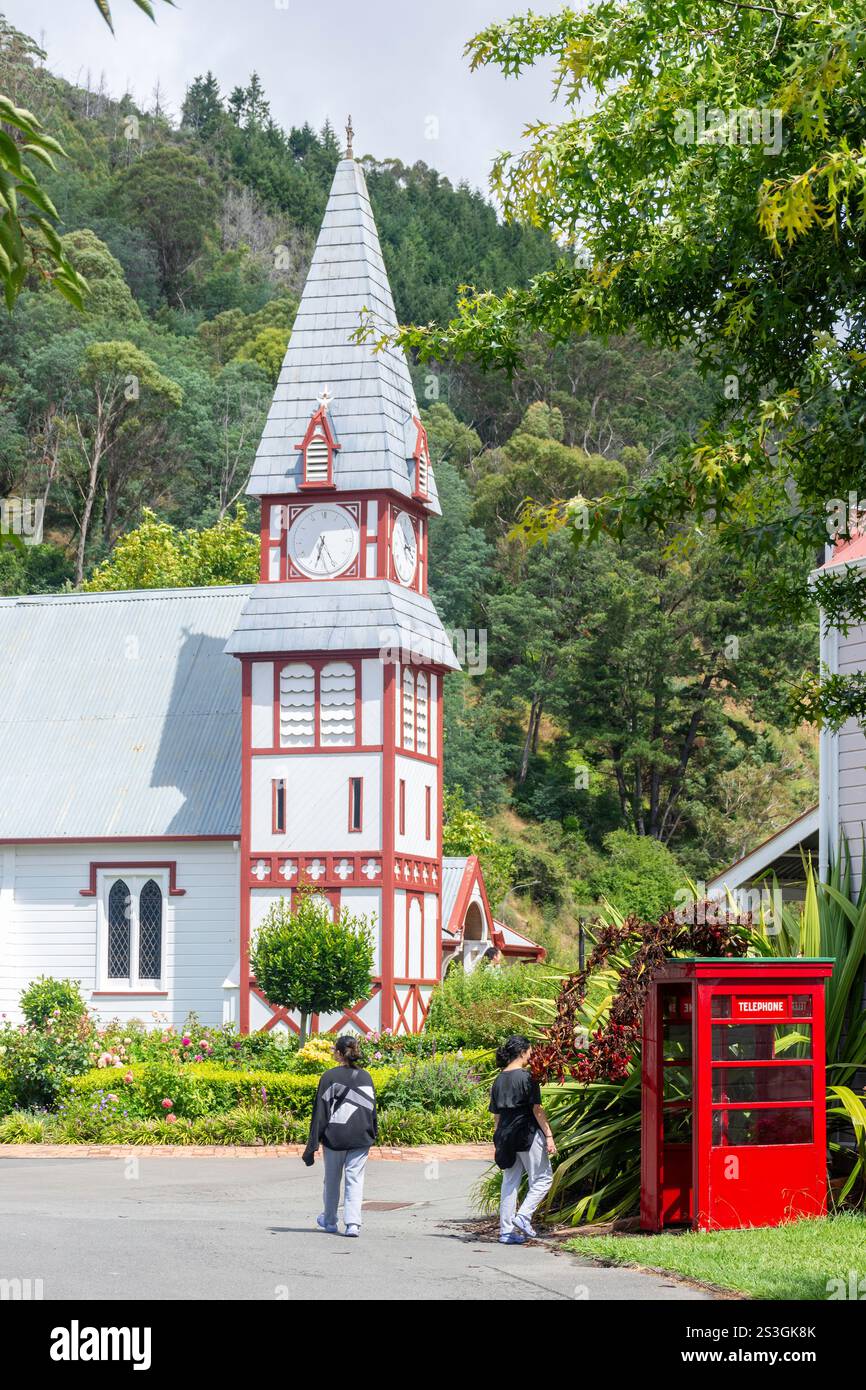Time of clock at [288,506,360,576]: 6:25
